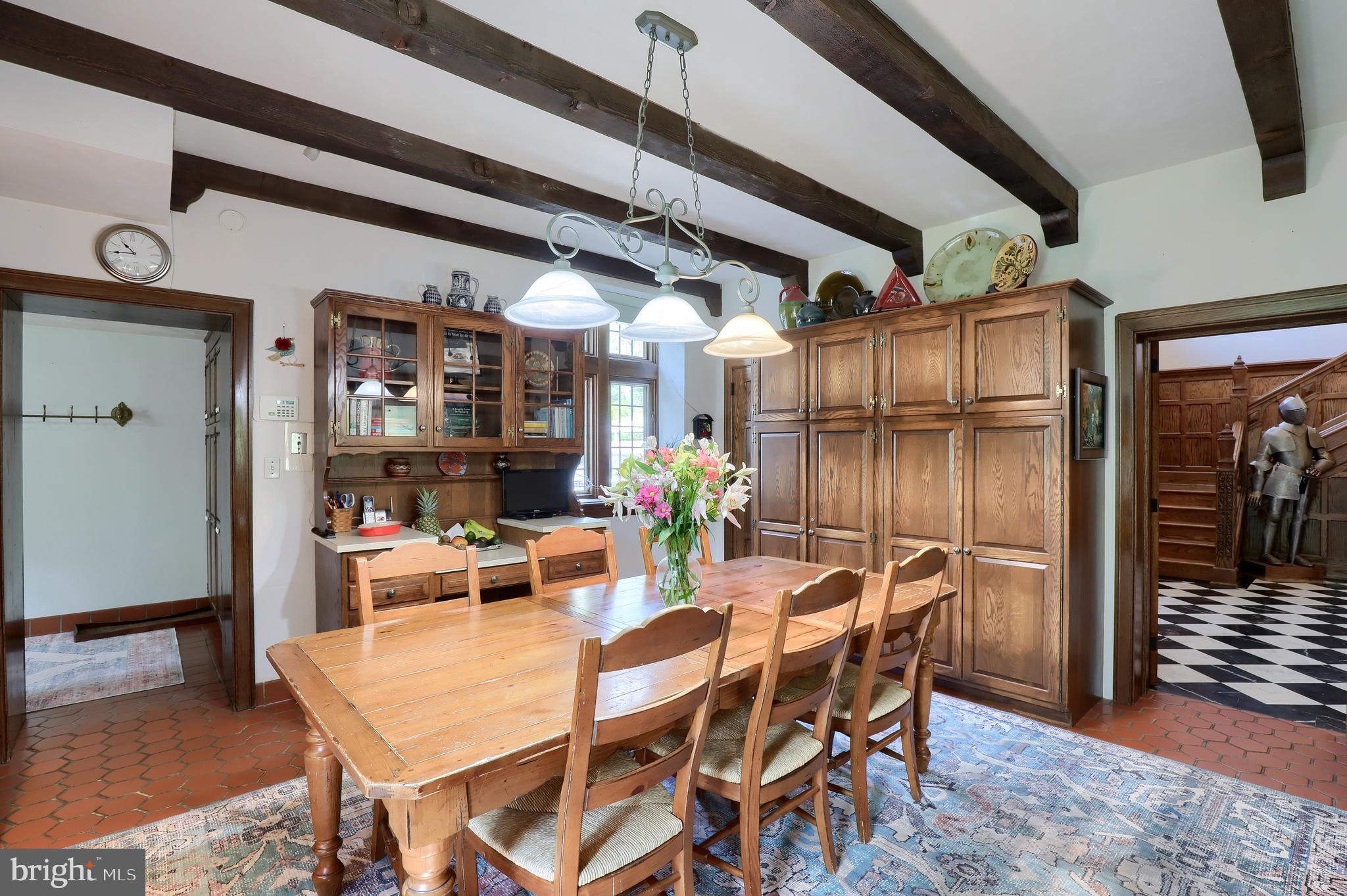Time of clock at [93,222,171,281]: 10:44
